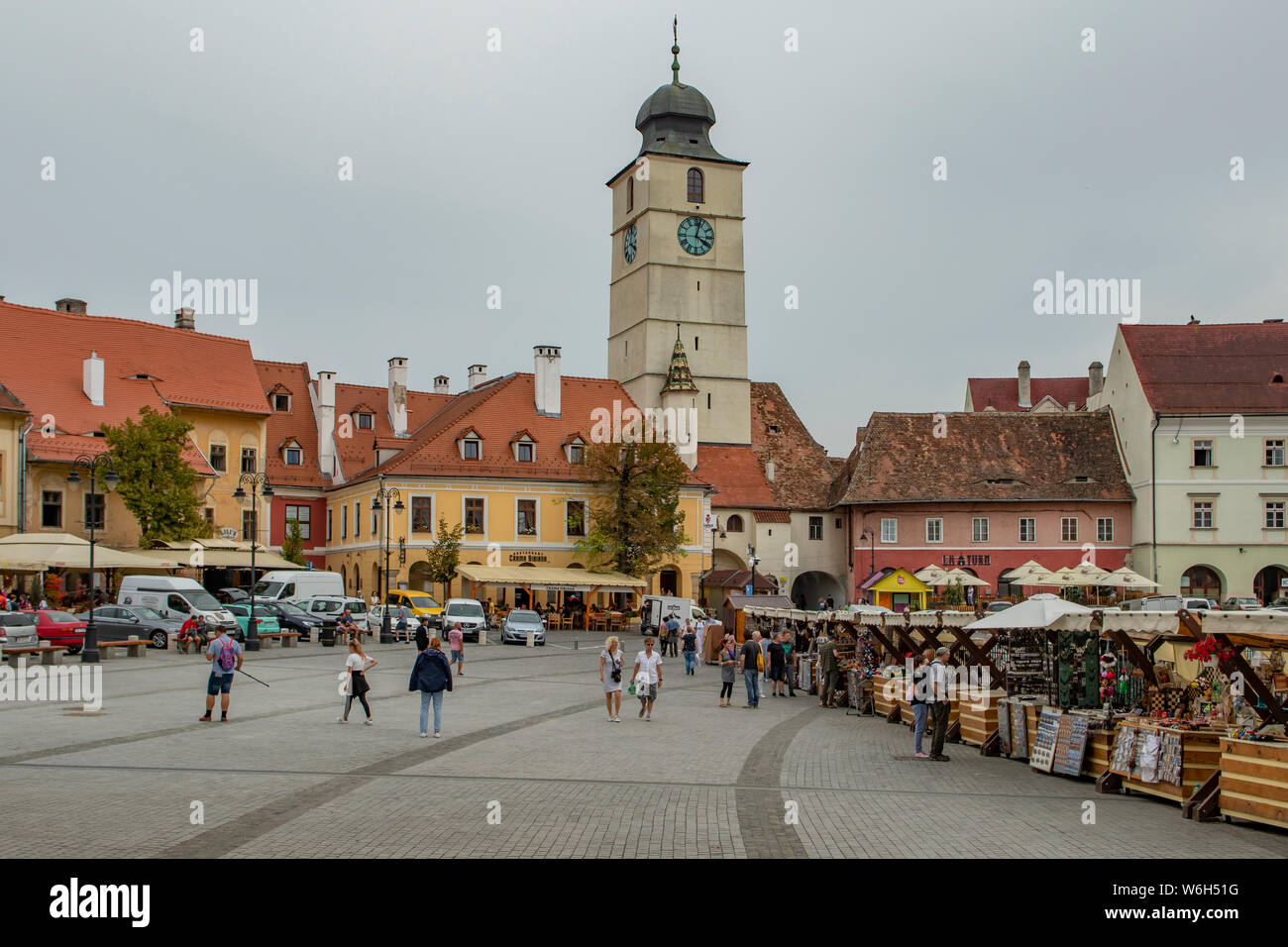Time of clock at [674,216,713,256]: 4:02
